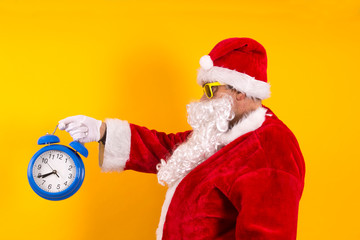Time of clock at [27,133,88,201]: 7:39
